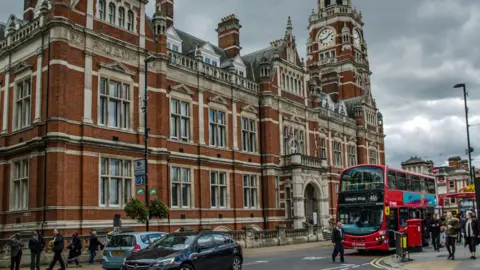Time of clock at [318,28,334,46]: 1:42
